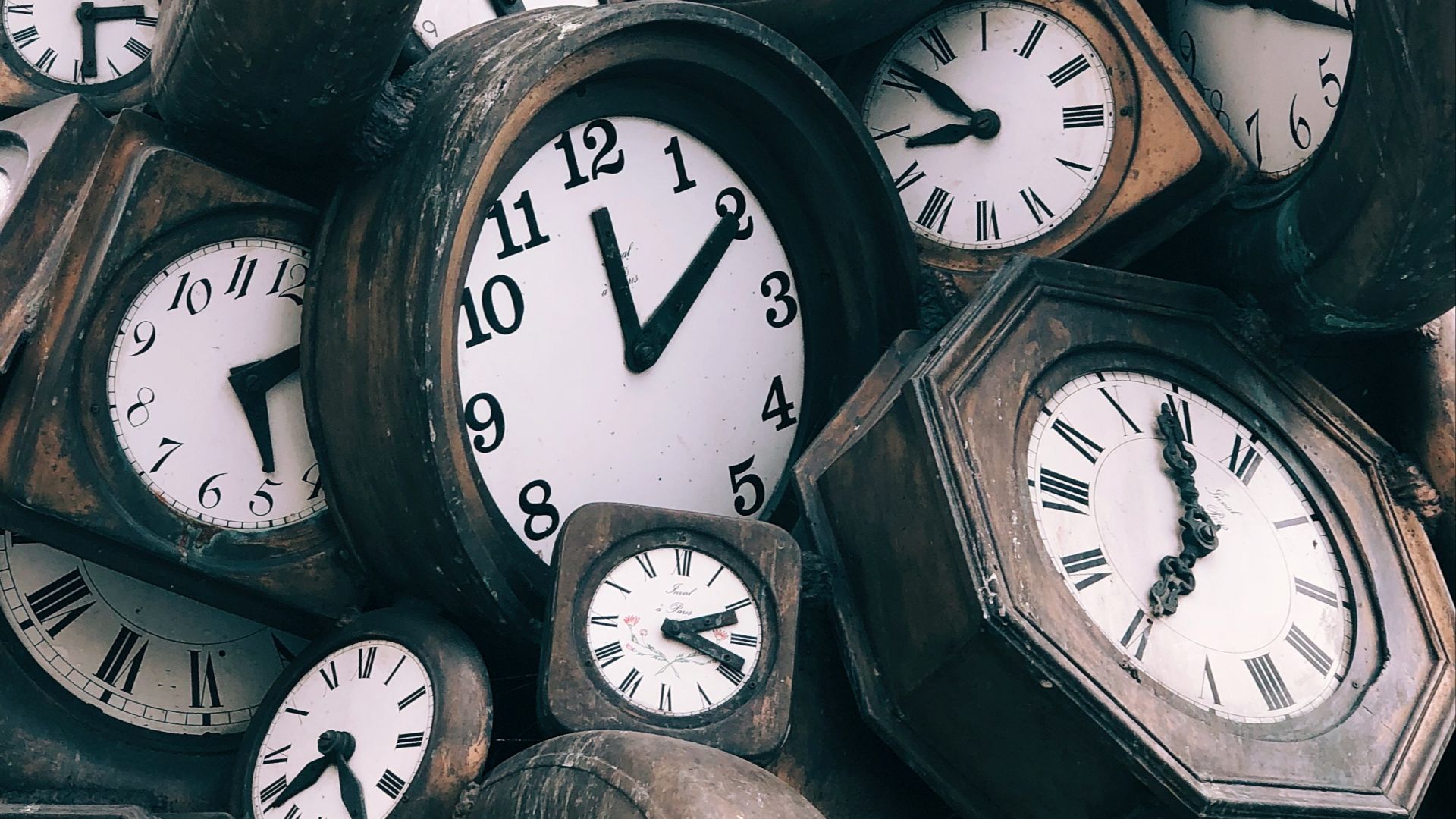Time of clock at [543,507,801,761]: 2:18
